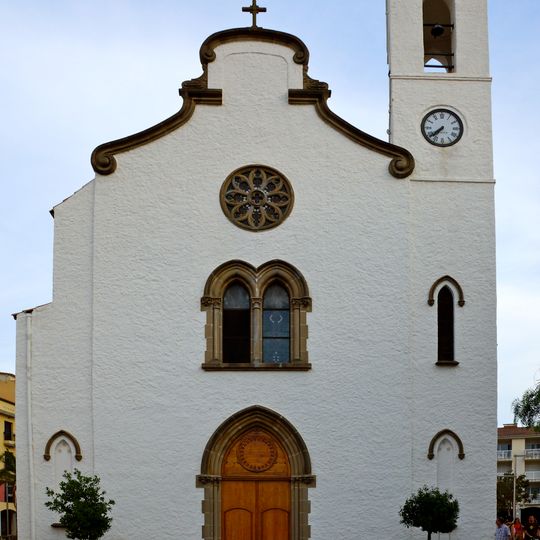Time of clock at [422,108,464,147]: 7:38
